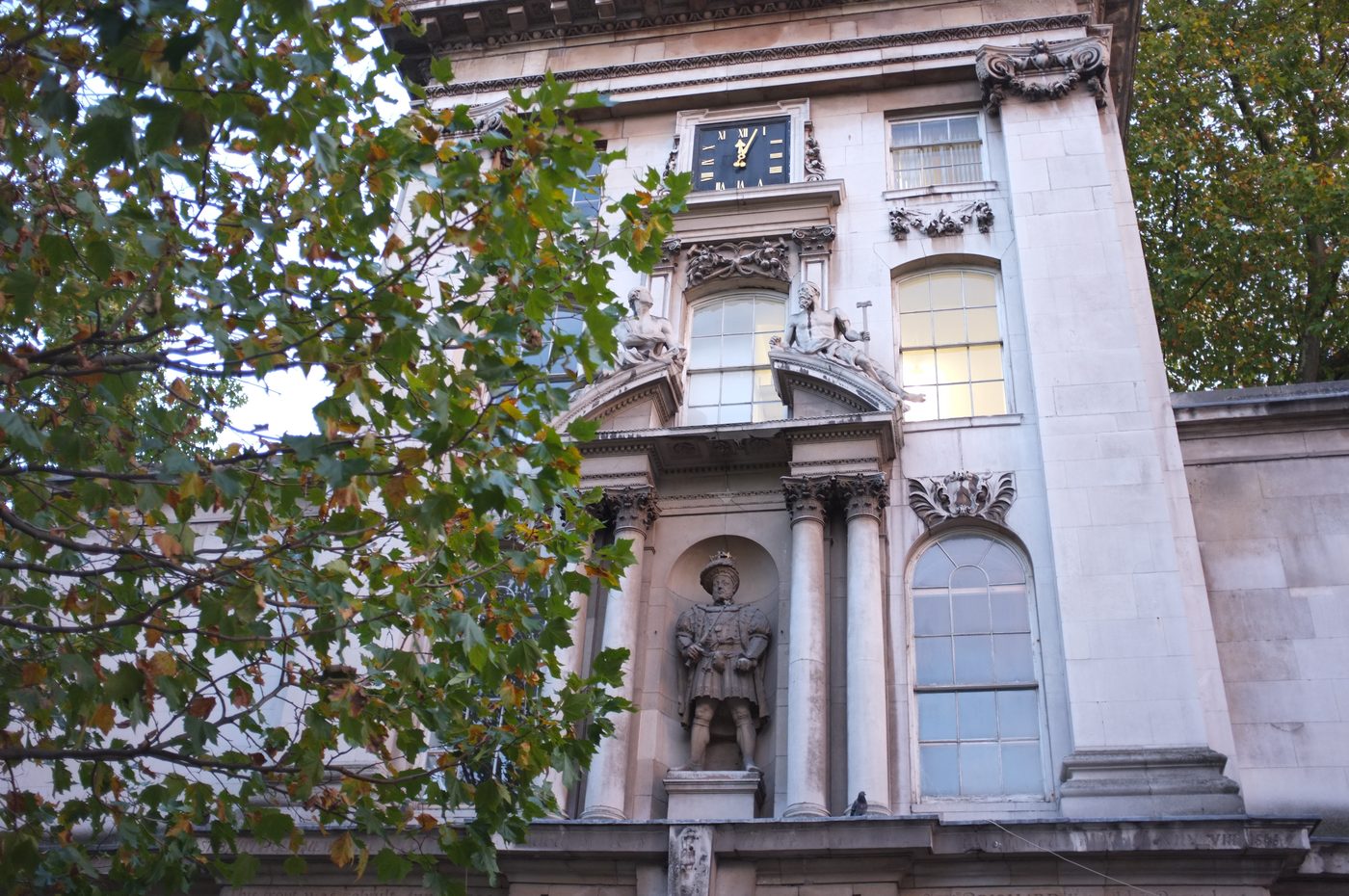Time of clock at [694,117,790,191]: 12:03
